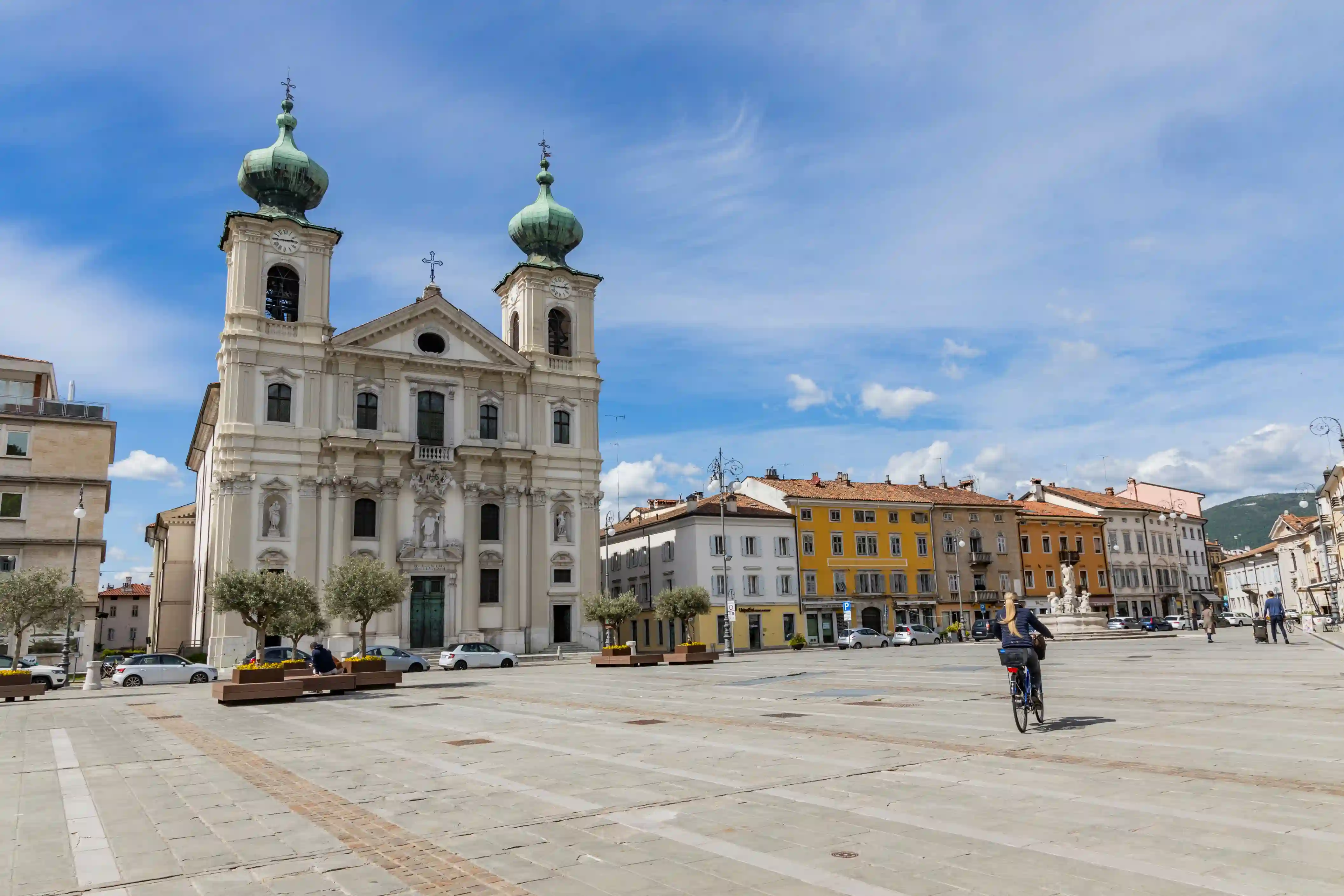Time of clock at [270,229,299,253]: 2:45
